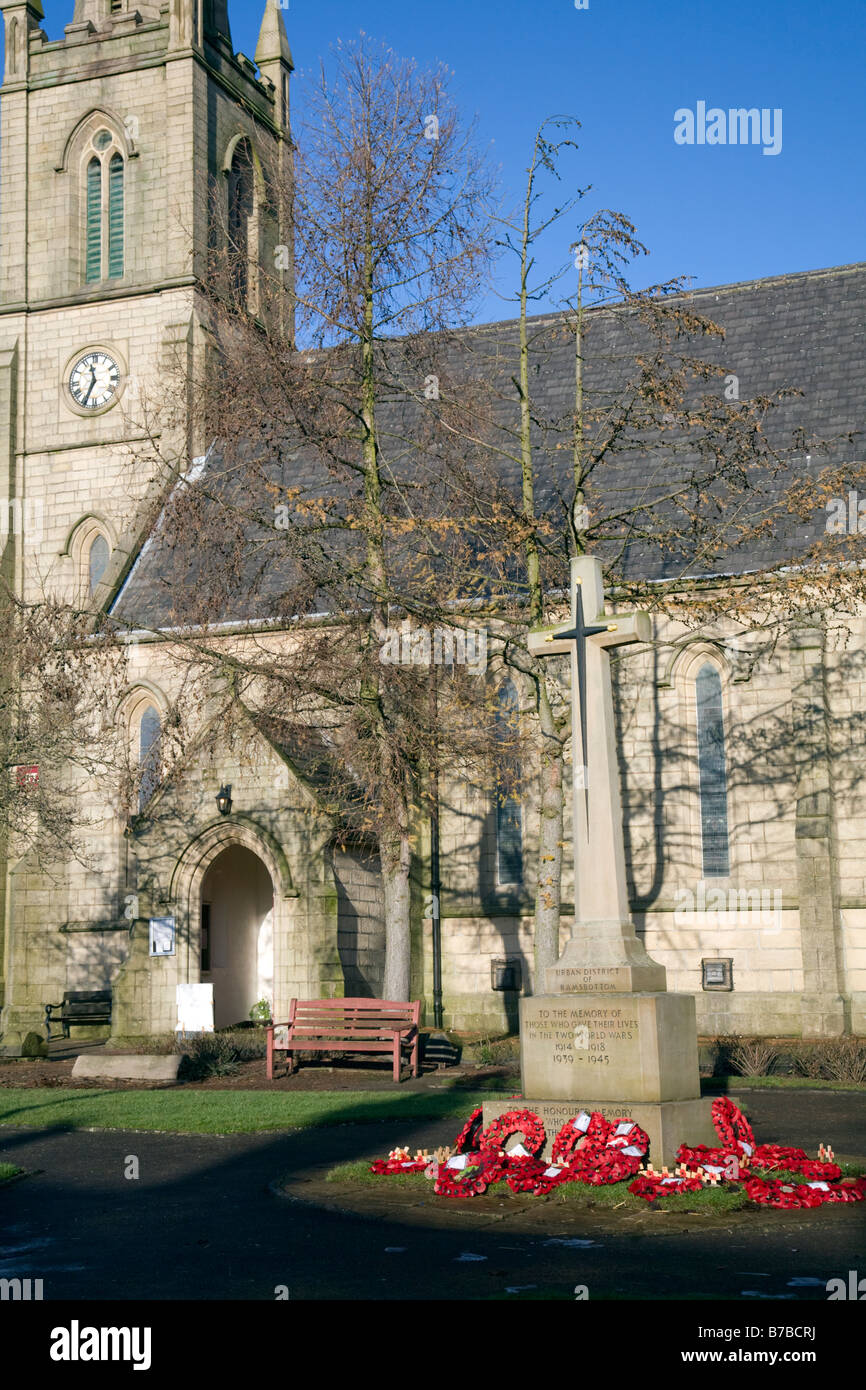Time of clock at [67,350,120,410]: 11:34
